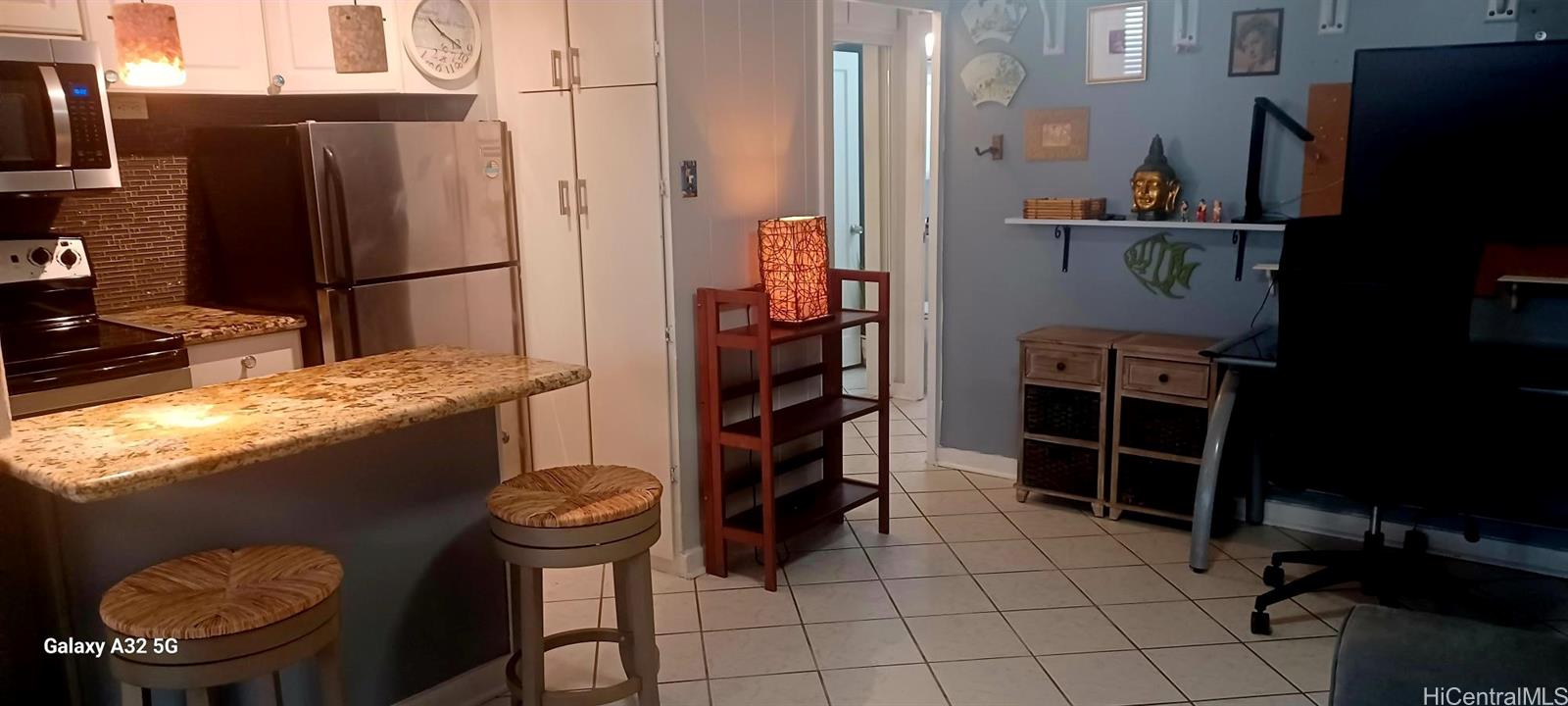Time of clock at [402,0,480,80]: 10:20
